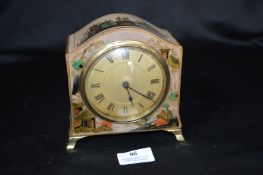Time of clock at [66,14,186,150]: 5:20
